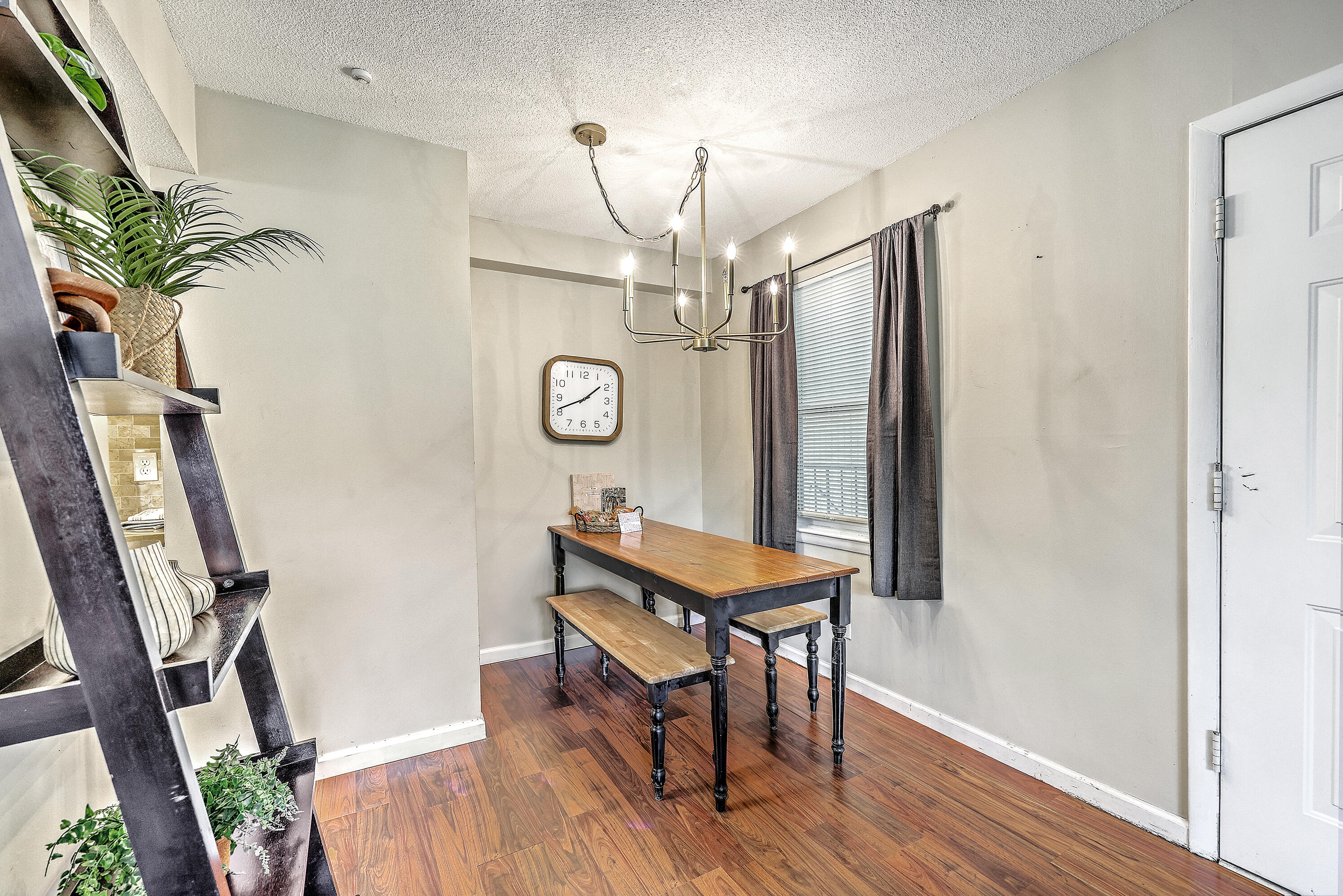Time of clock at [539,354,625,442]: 1:41
